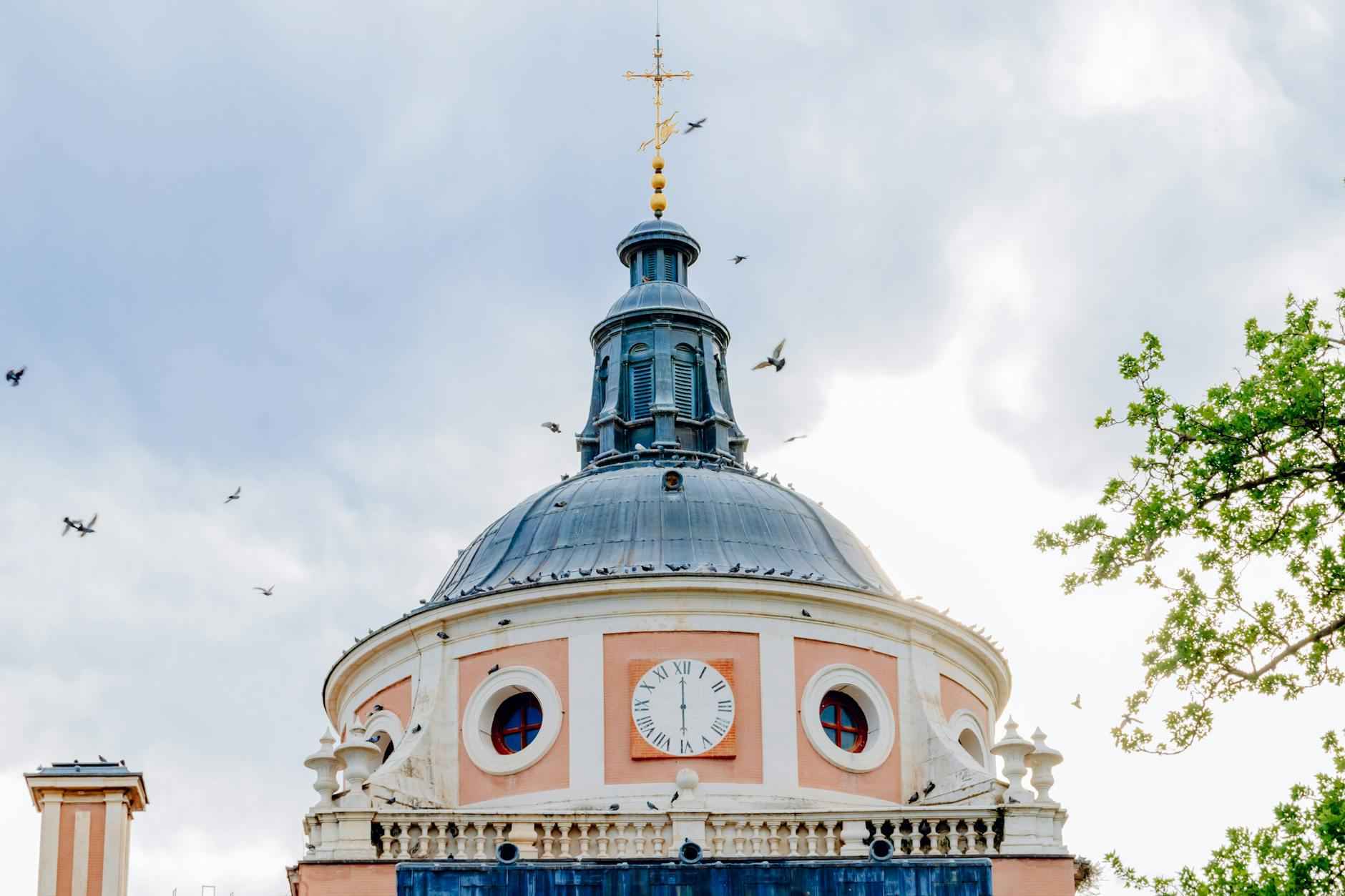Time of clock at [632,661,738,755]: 6:00
